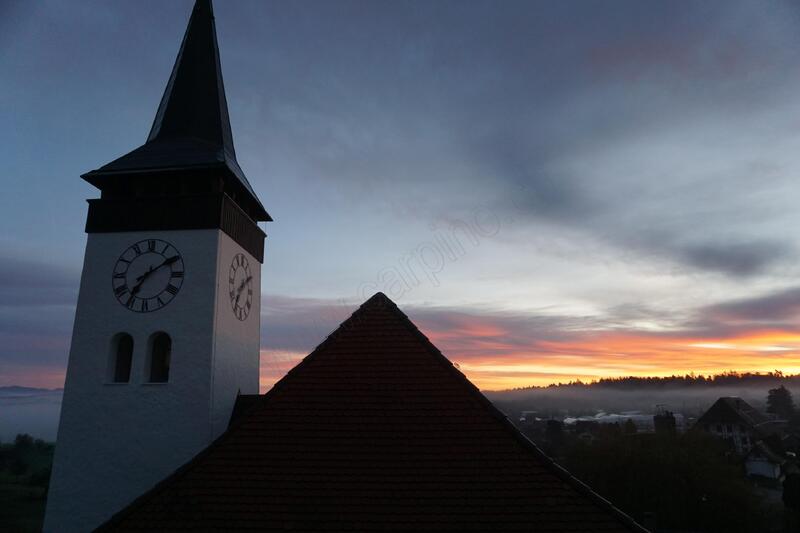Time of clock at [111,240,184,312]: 7:09
